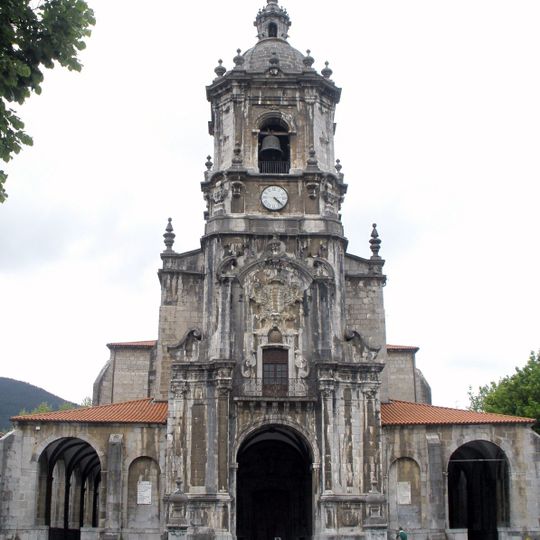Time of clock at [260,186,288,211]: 4:21
